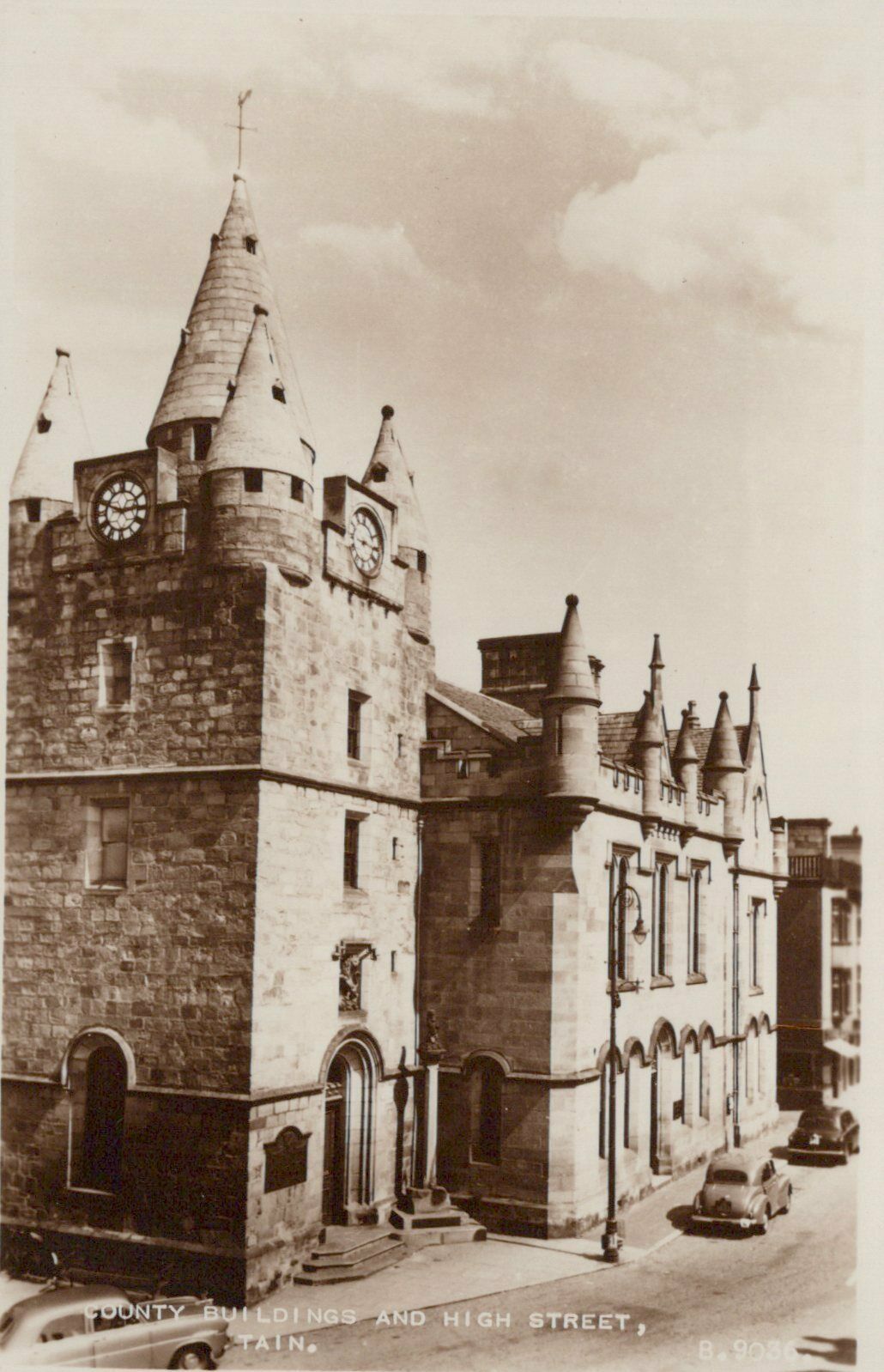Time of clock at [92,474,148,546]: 2:48
